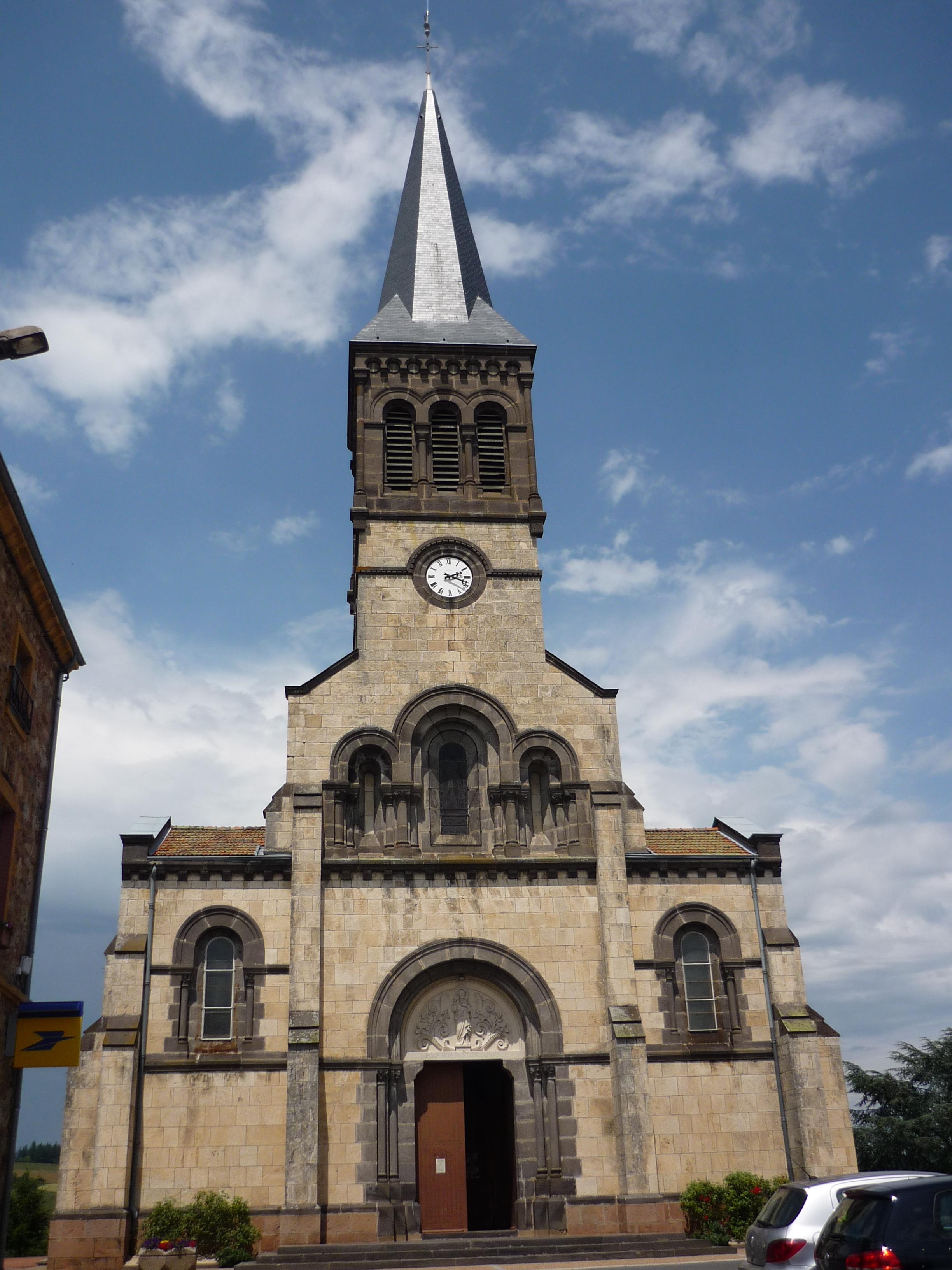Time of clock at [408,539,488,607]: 2:18
